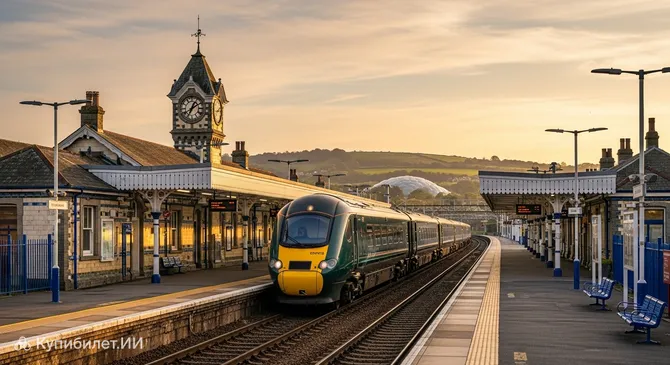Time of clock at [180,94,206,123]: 1:10
